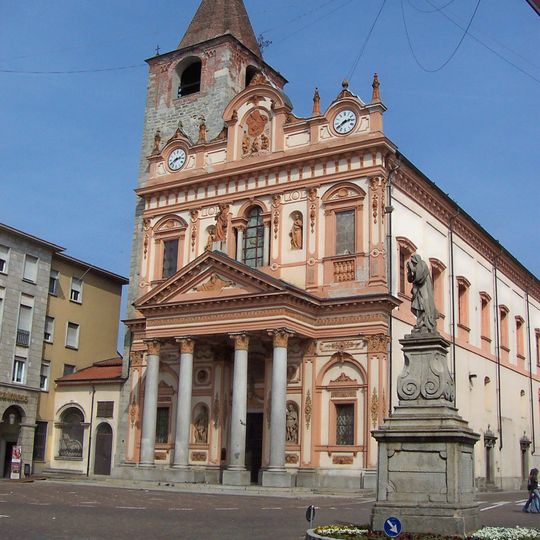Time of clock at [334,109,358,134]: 2:40
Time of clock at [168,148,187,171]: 2:40
